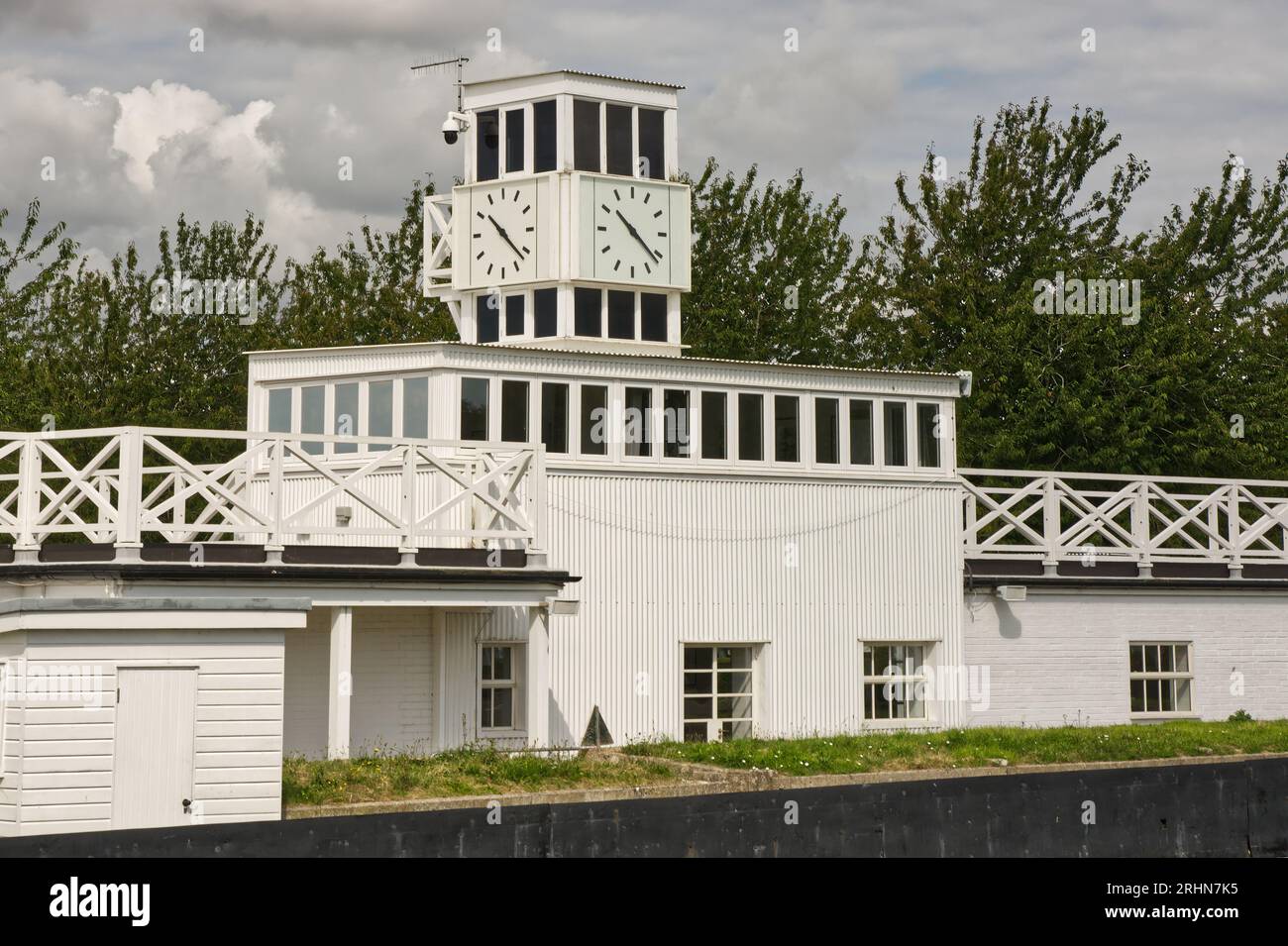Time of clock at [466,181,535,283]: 10:22
